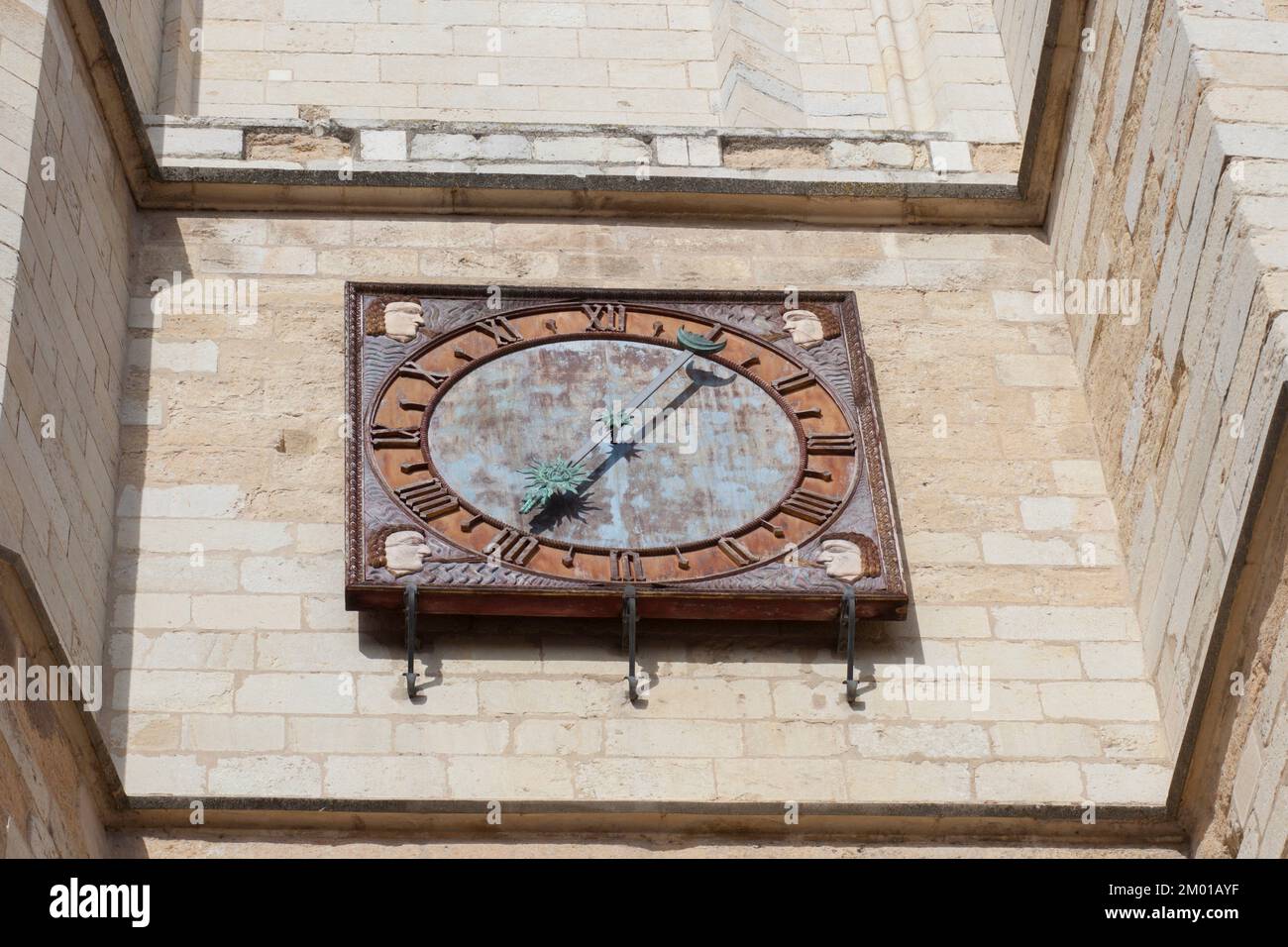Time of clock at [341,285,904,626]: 7:06
